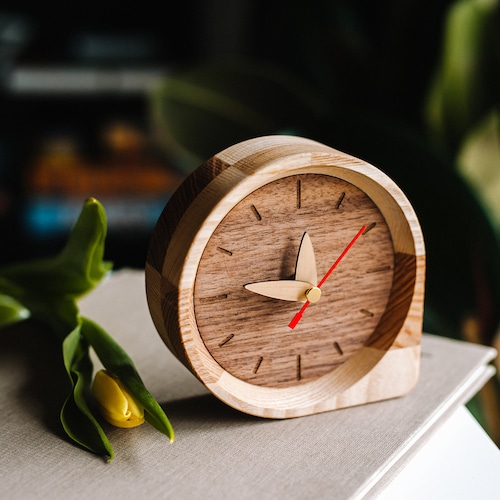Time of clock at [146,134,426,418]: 11:46
